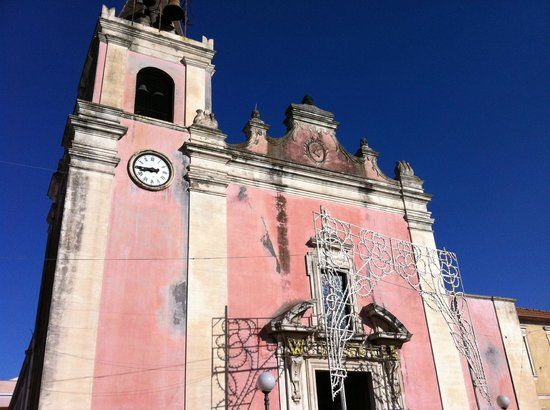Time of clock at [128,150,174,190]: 8:45
